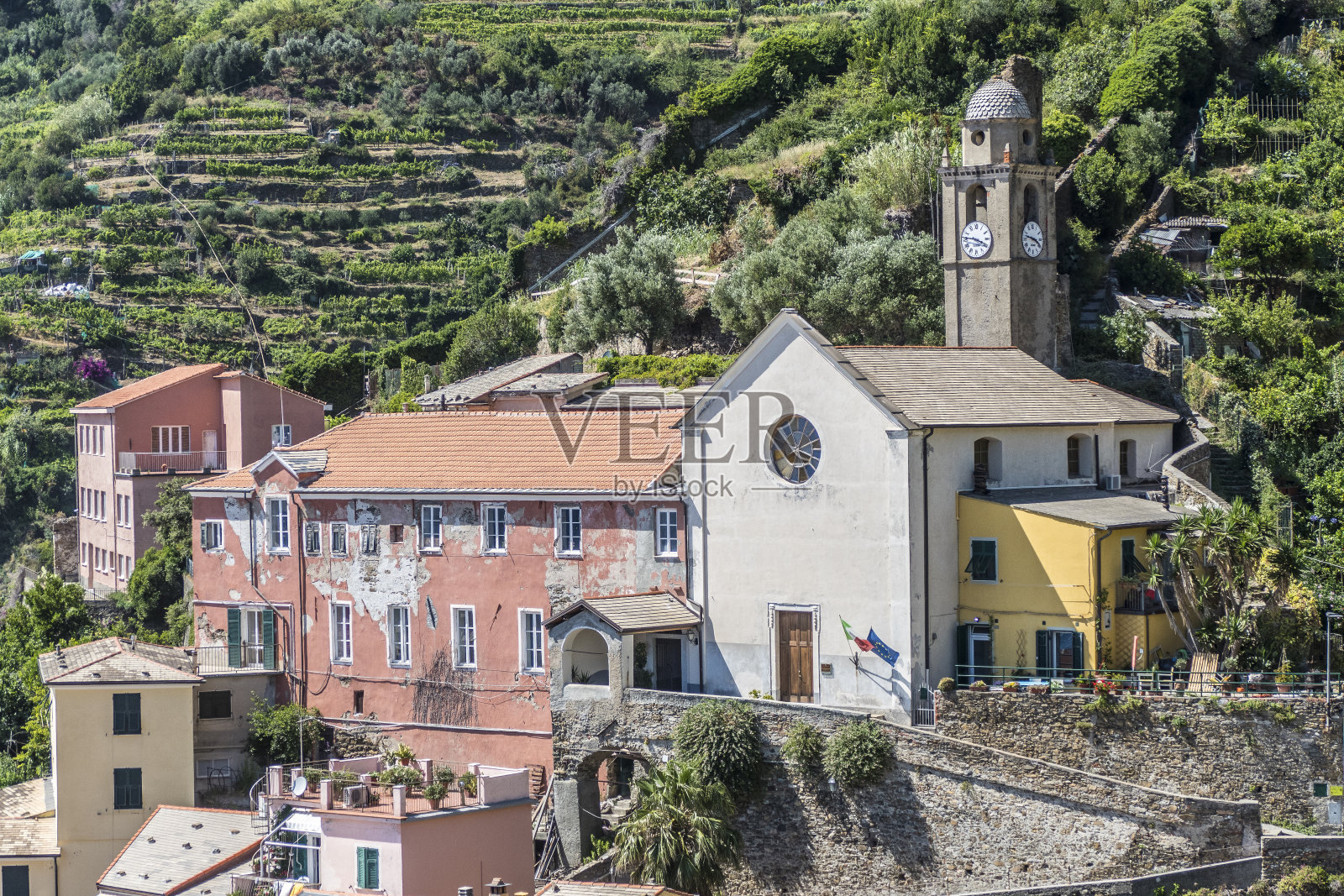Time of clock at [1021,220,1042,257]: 3:47
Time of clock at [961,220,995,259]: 3:46
